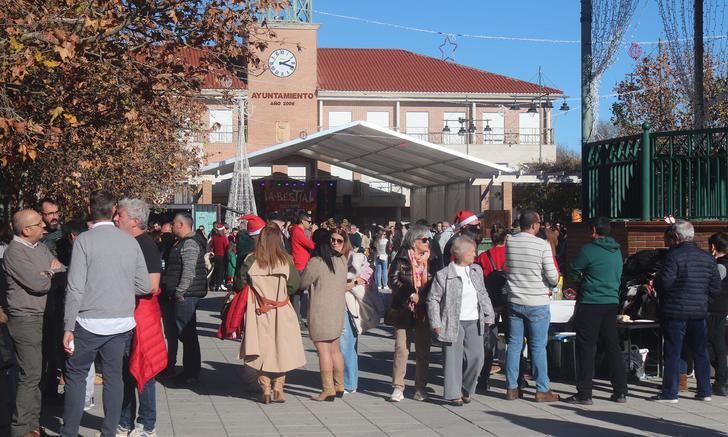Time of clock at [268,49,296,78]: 2:18
